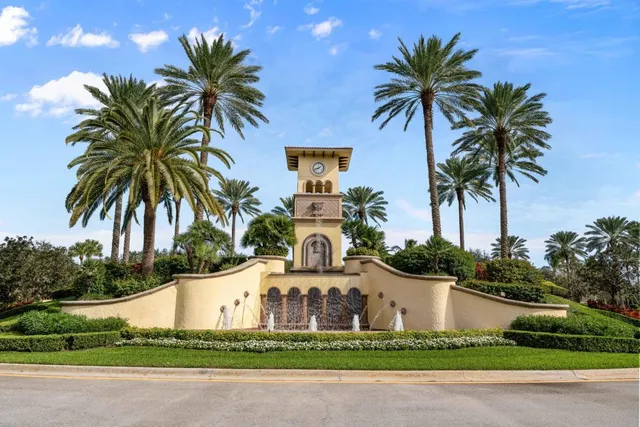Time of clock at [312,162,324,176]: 1:42
